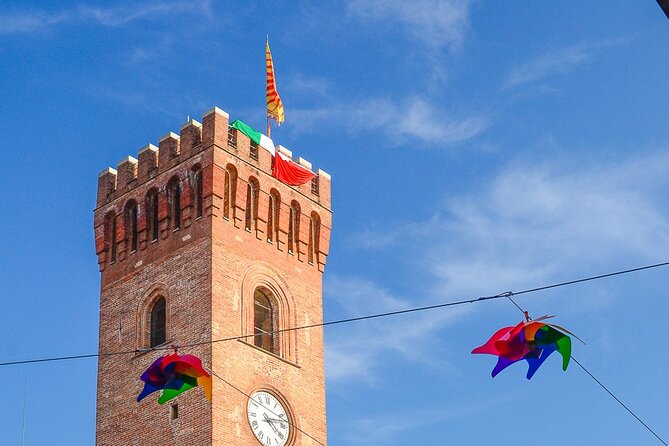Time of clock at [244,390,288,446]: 4:12
